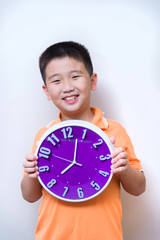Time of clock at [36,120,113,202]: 8:02
